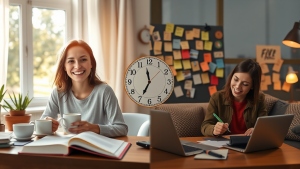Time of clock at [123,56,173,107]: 11:34
